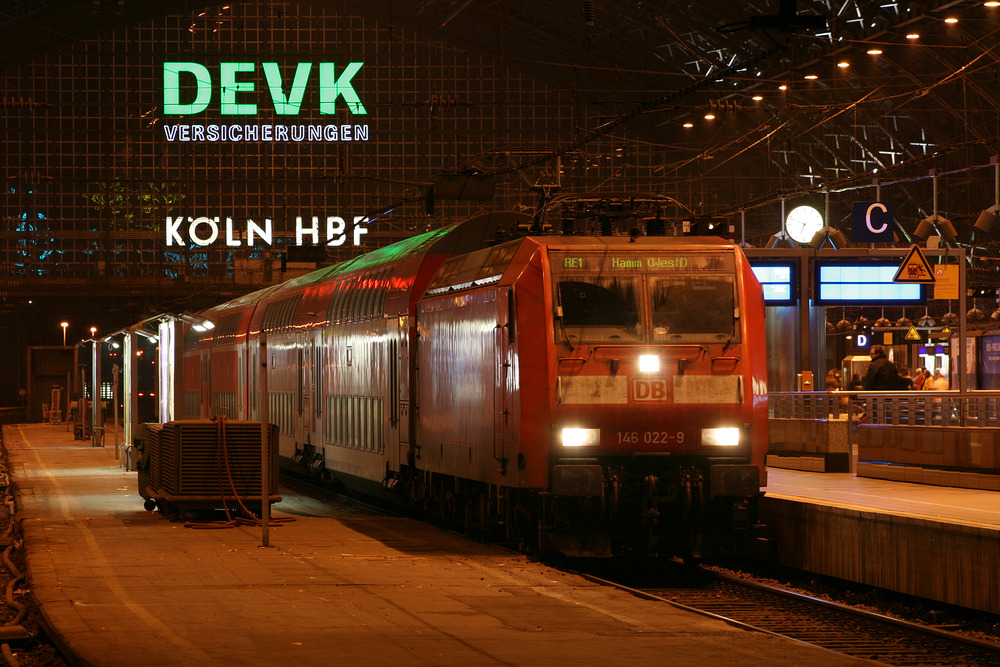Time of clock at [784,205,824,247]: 6:48
